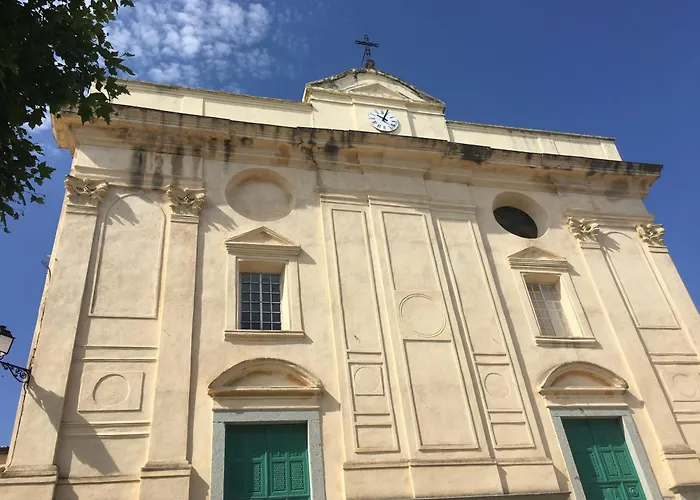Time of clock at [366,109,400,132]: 10:03
